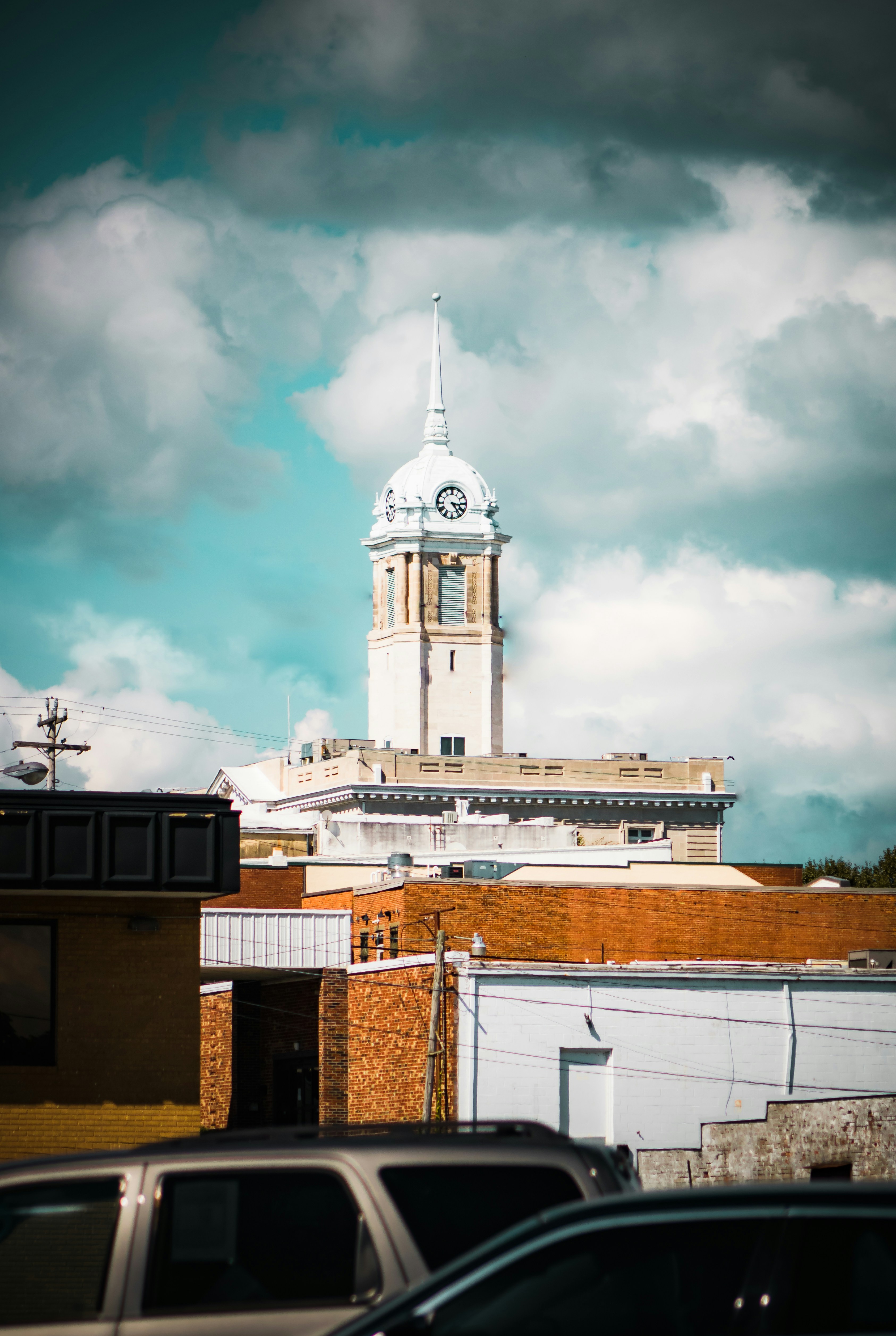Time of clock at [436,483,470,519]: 3:23
